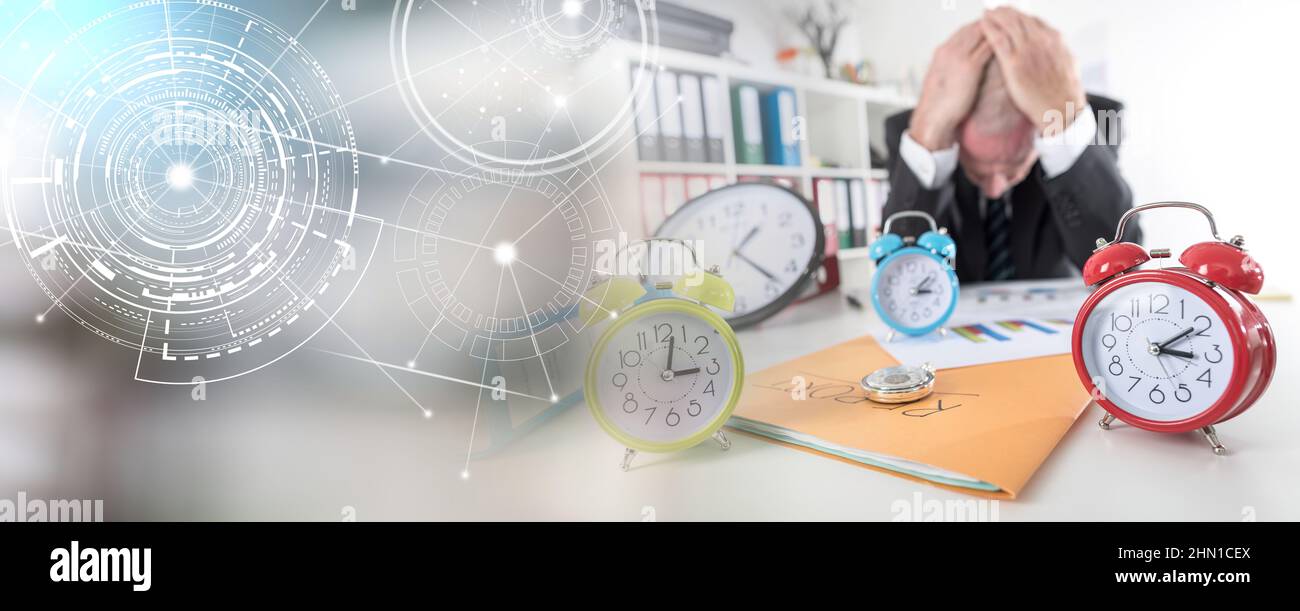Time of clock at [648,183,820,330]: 1:23
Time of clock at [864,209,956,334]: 3:09
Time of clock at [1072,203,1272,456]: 3:09
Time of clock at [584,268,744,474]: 3:02
